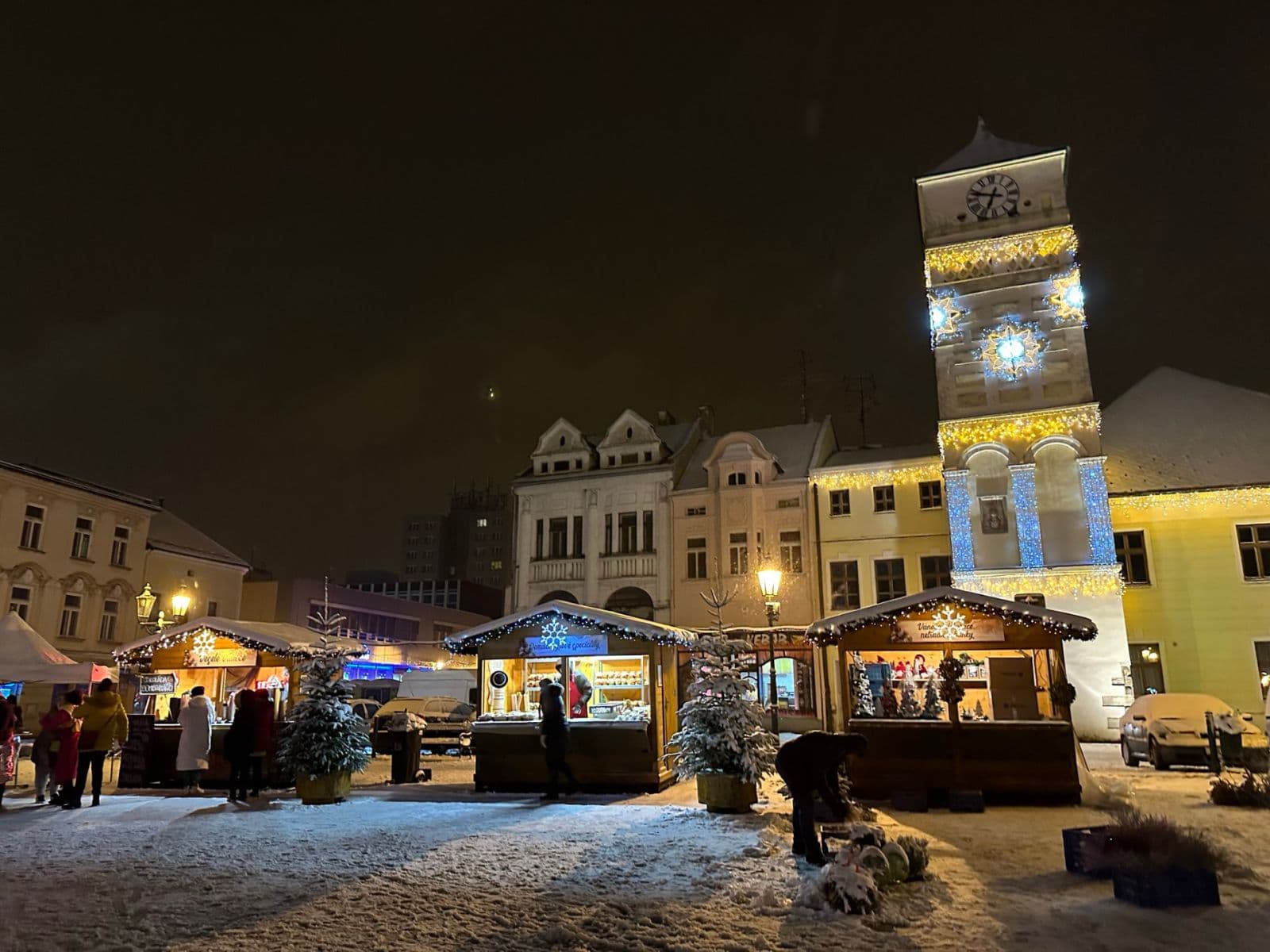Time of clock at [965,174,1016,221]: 6:47
